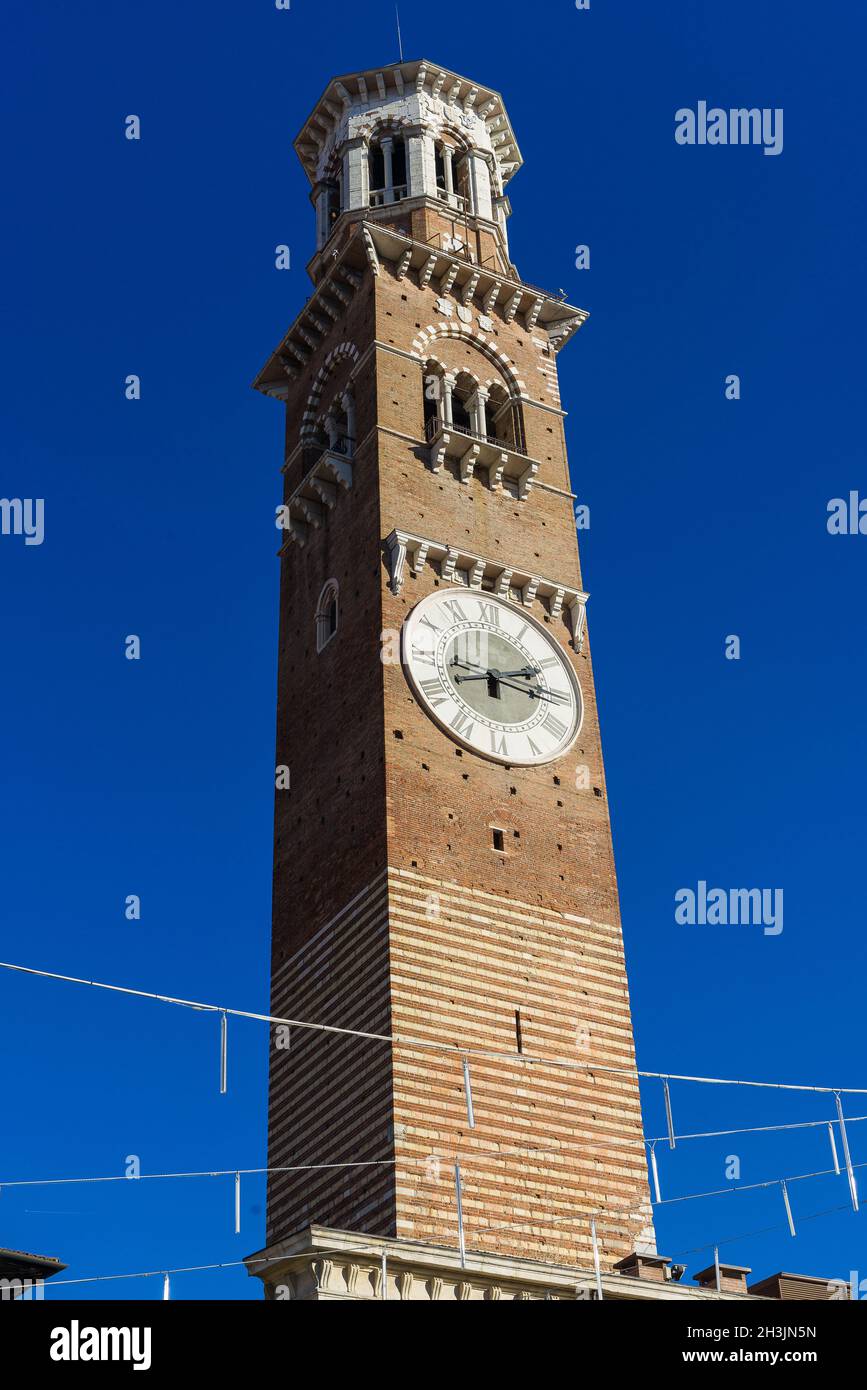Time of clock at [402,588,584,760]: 2:16
